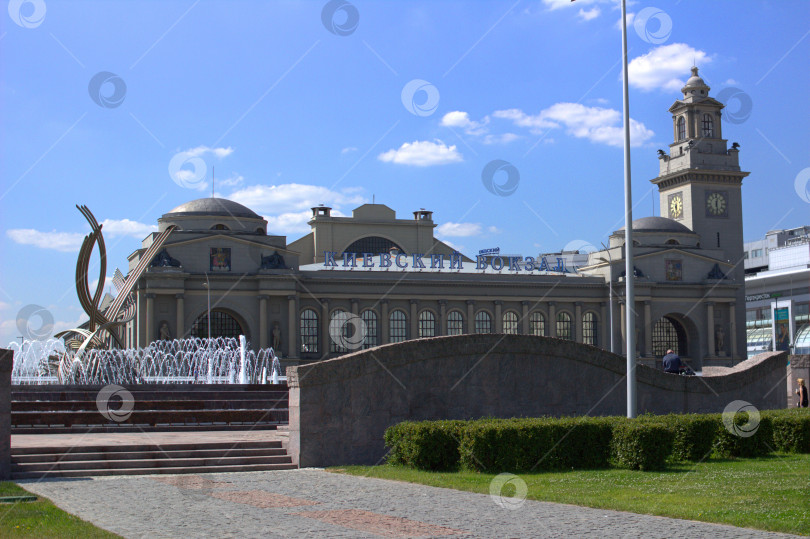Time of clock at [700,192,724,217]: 12:28
